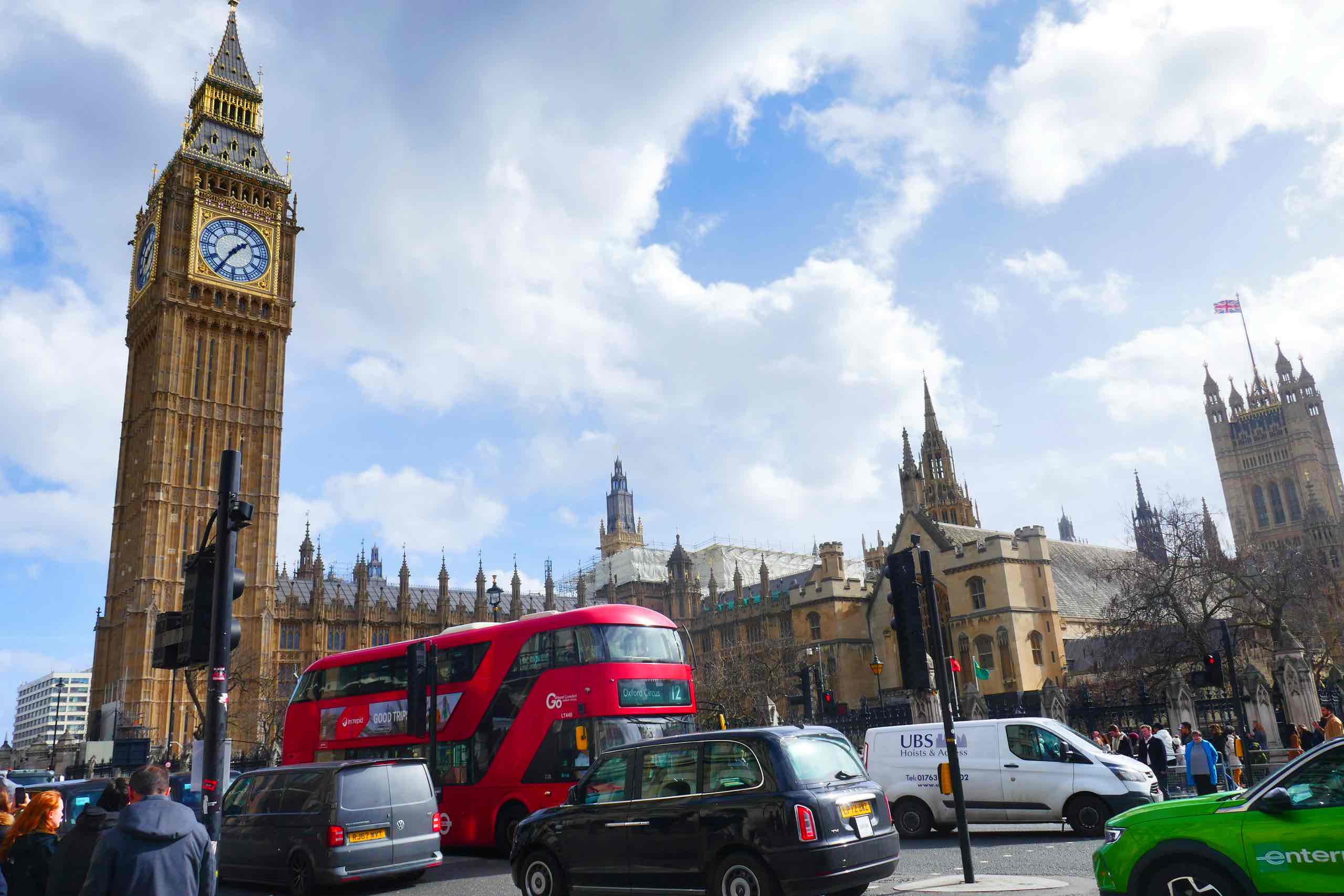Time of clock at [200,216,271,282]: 1:35
